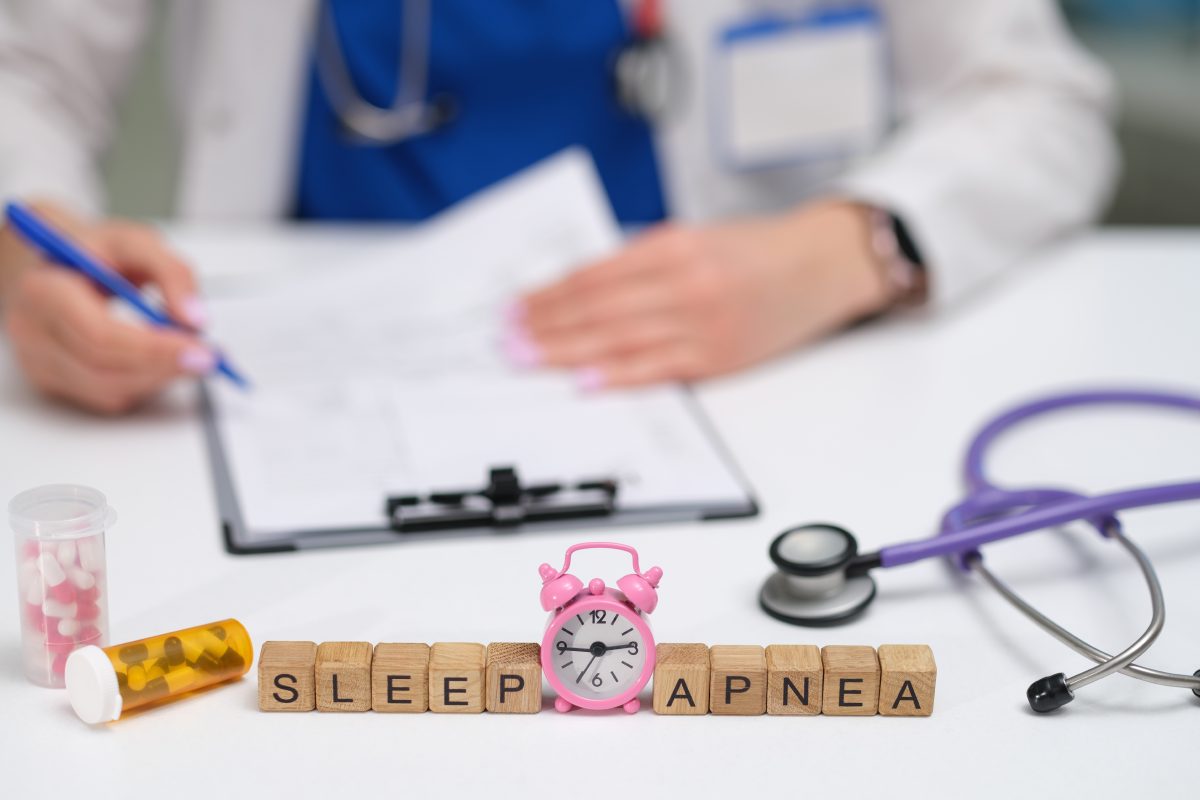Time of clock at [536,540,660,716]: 2:44
